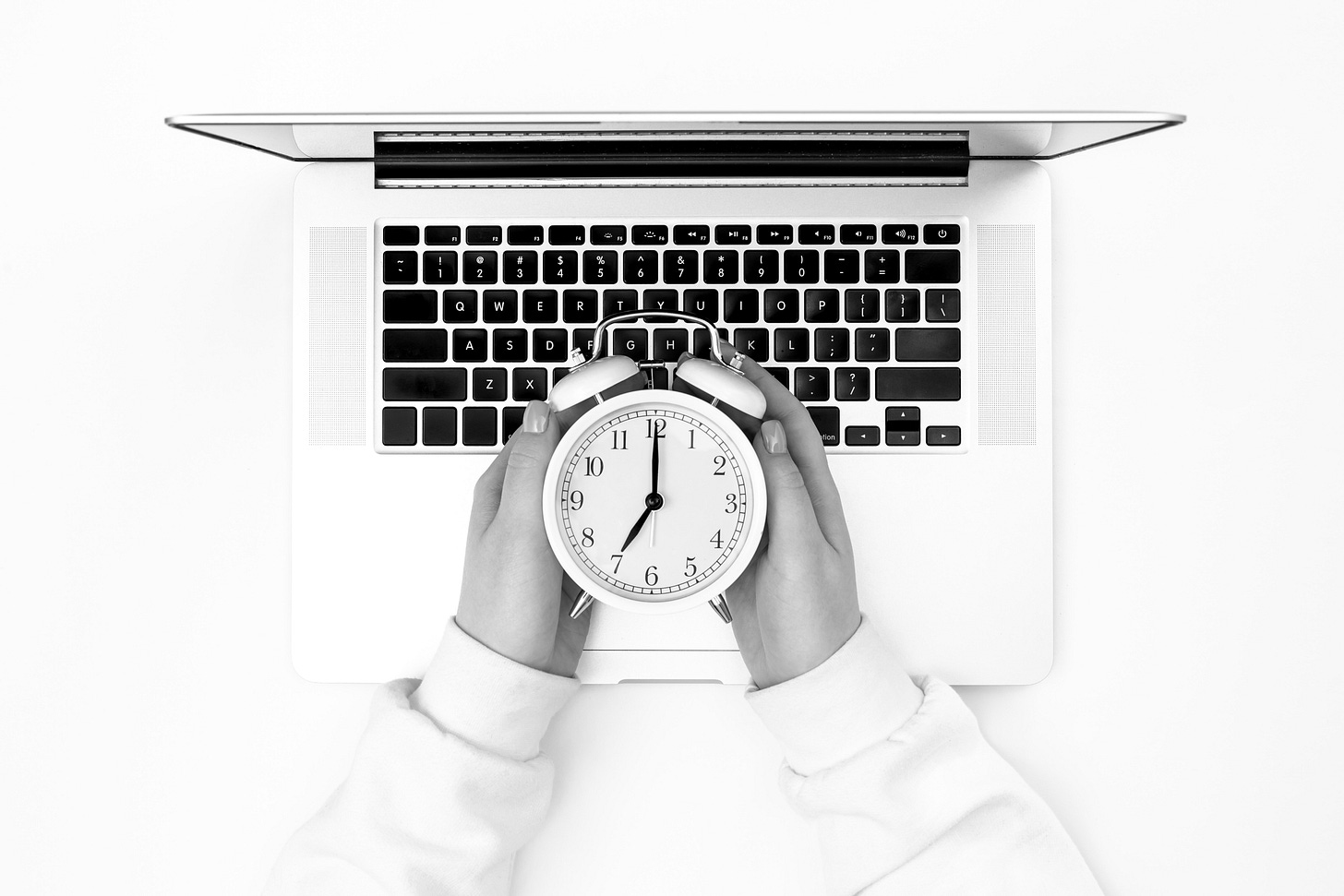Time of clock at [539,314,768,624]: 7:00
